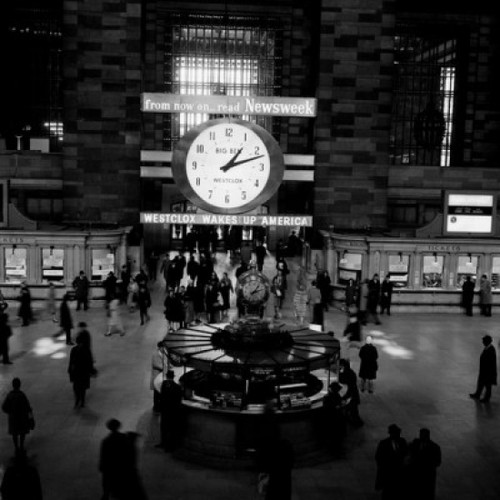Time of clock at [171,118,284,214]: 1:11
